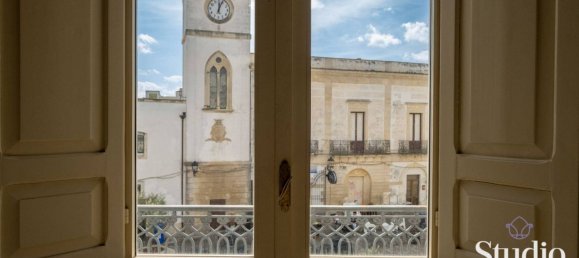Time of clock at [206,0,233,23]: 12:03
